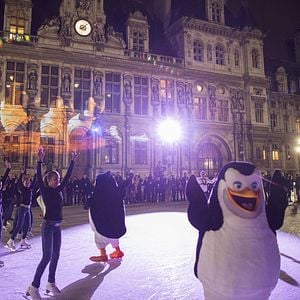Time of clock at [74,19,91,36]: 8:07
